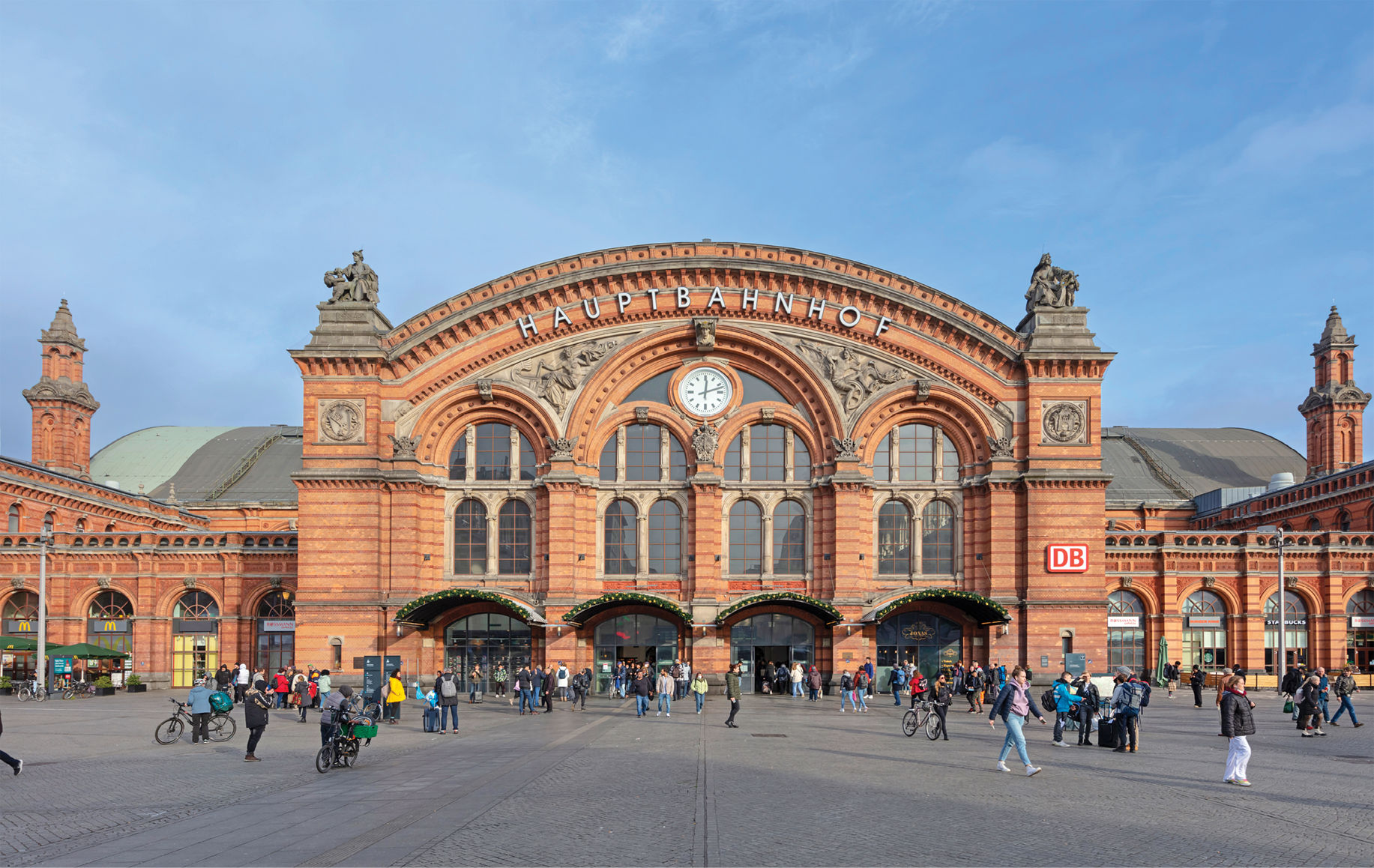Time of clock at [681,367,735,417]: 12:12
